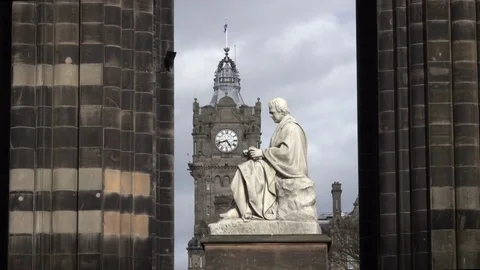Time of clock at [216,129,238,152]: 4:42
